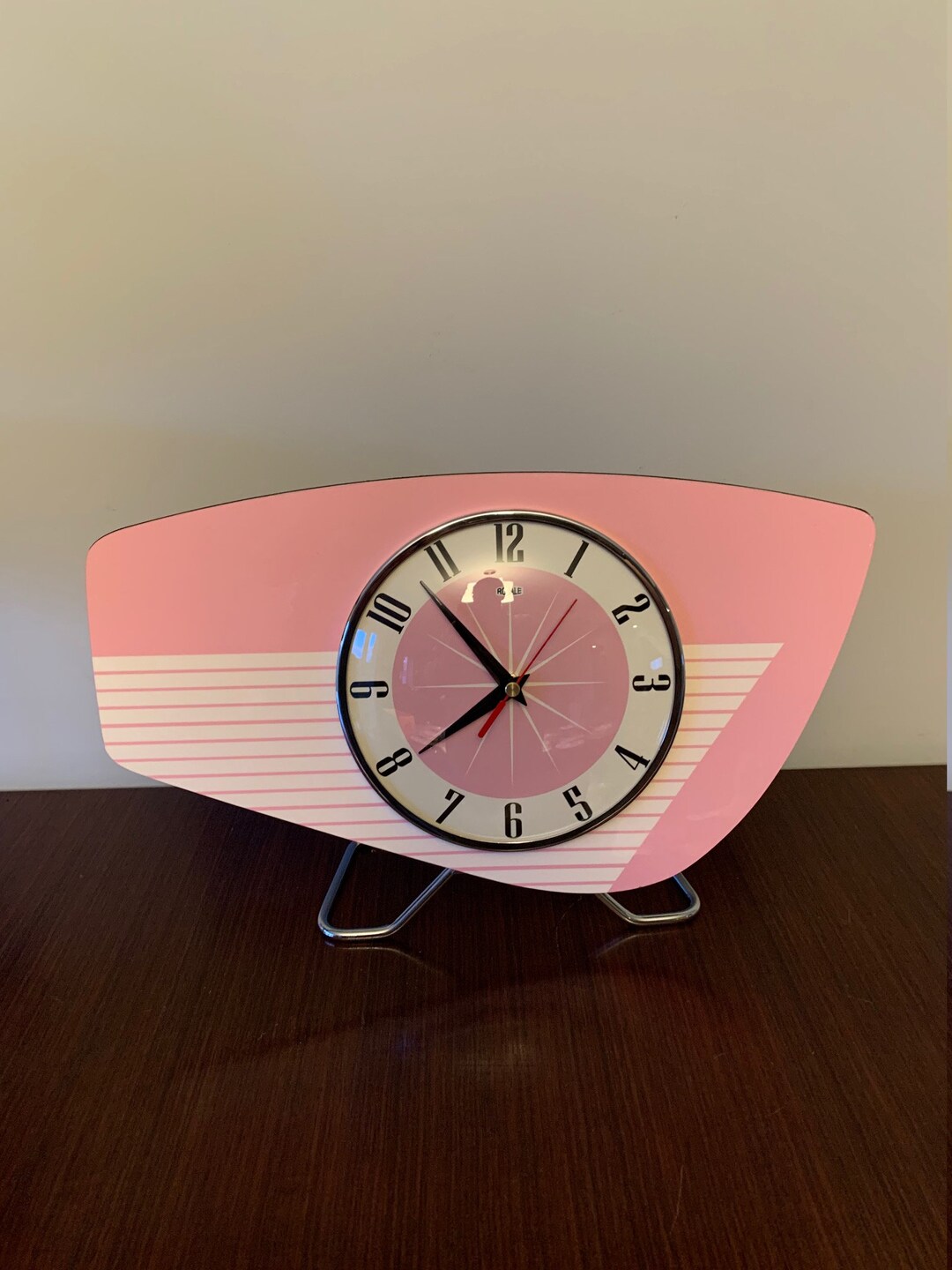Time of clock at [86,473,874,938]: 7:53
